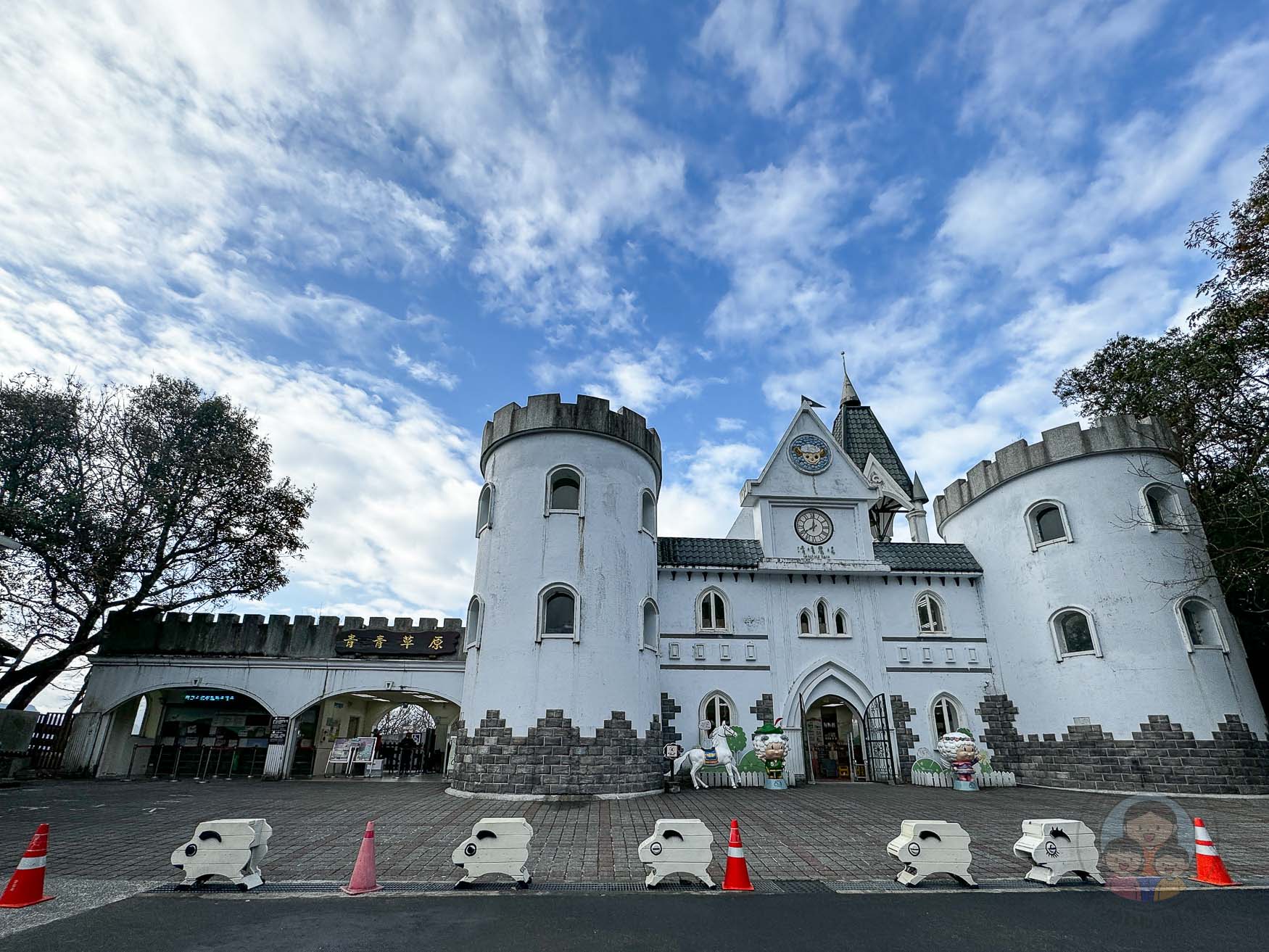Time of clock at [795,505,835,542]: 8:00
